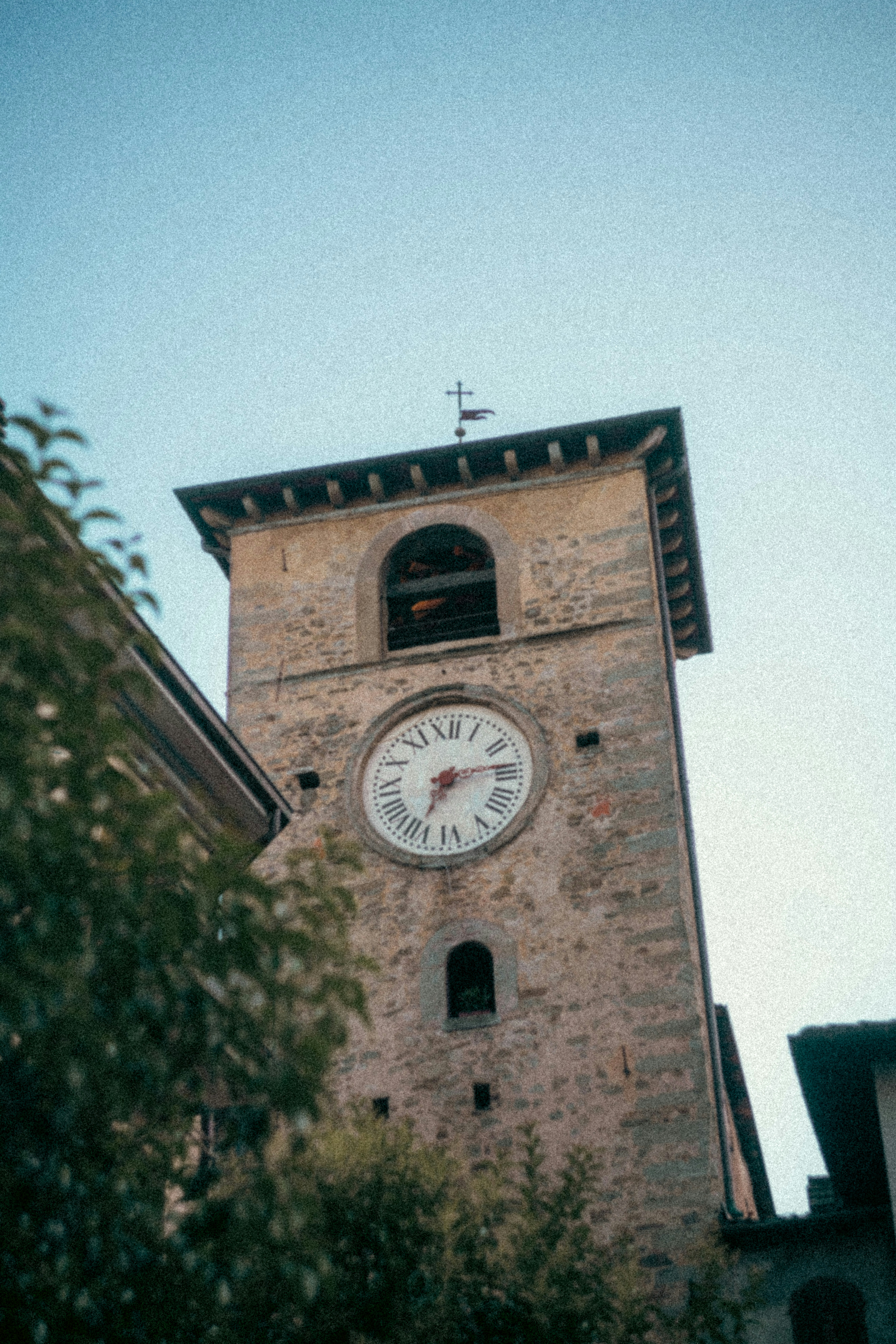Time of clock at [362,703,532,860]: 7:13
